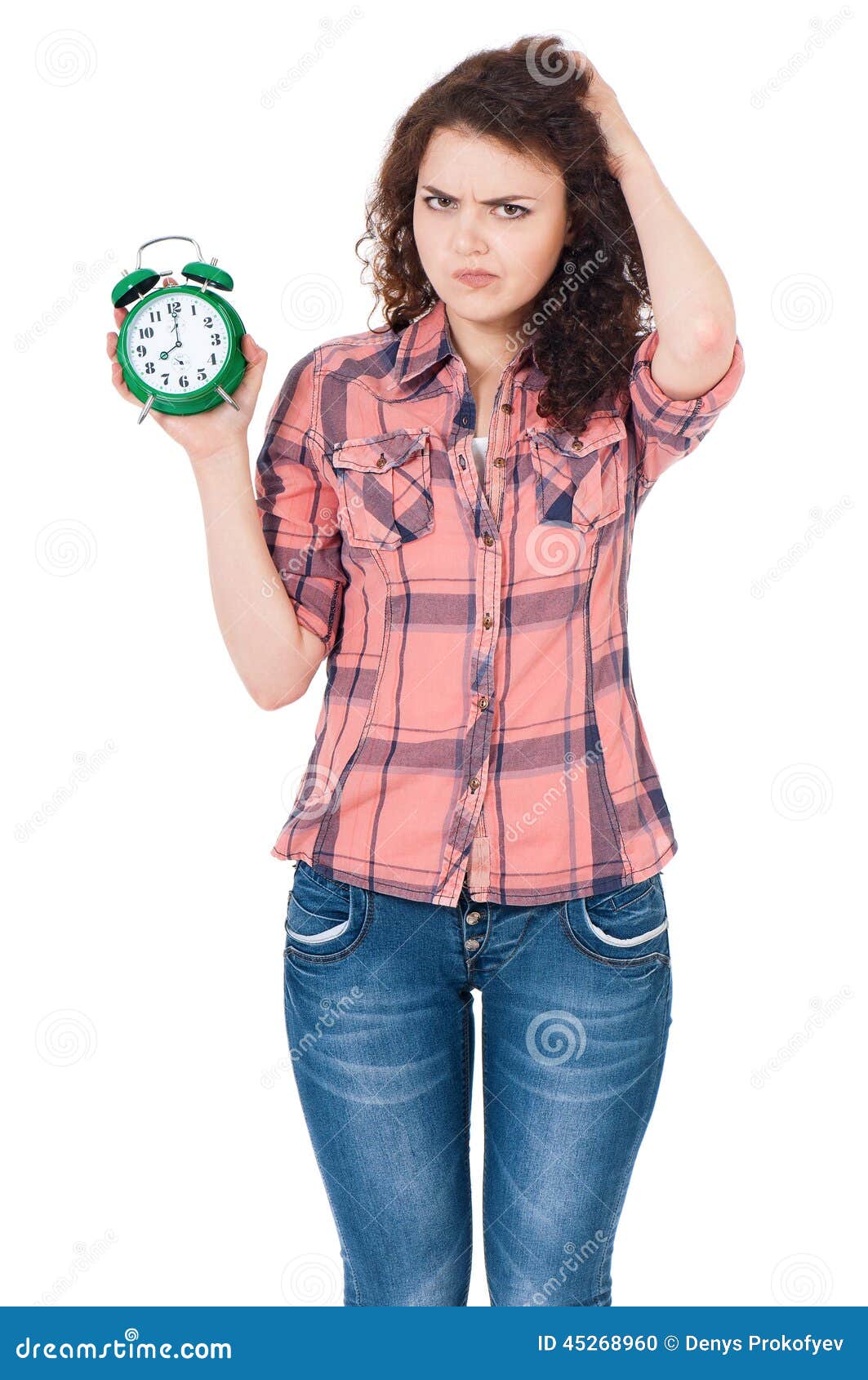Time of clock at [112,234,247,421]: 8:00
